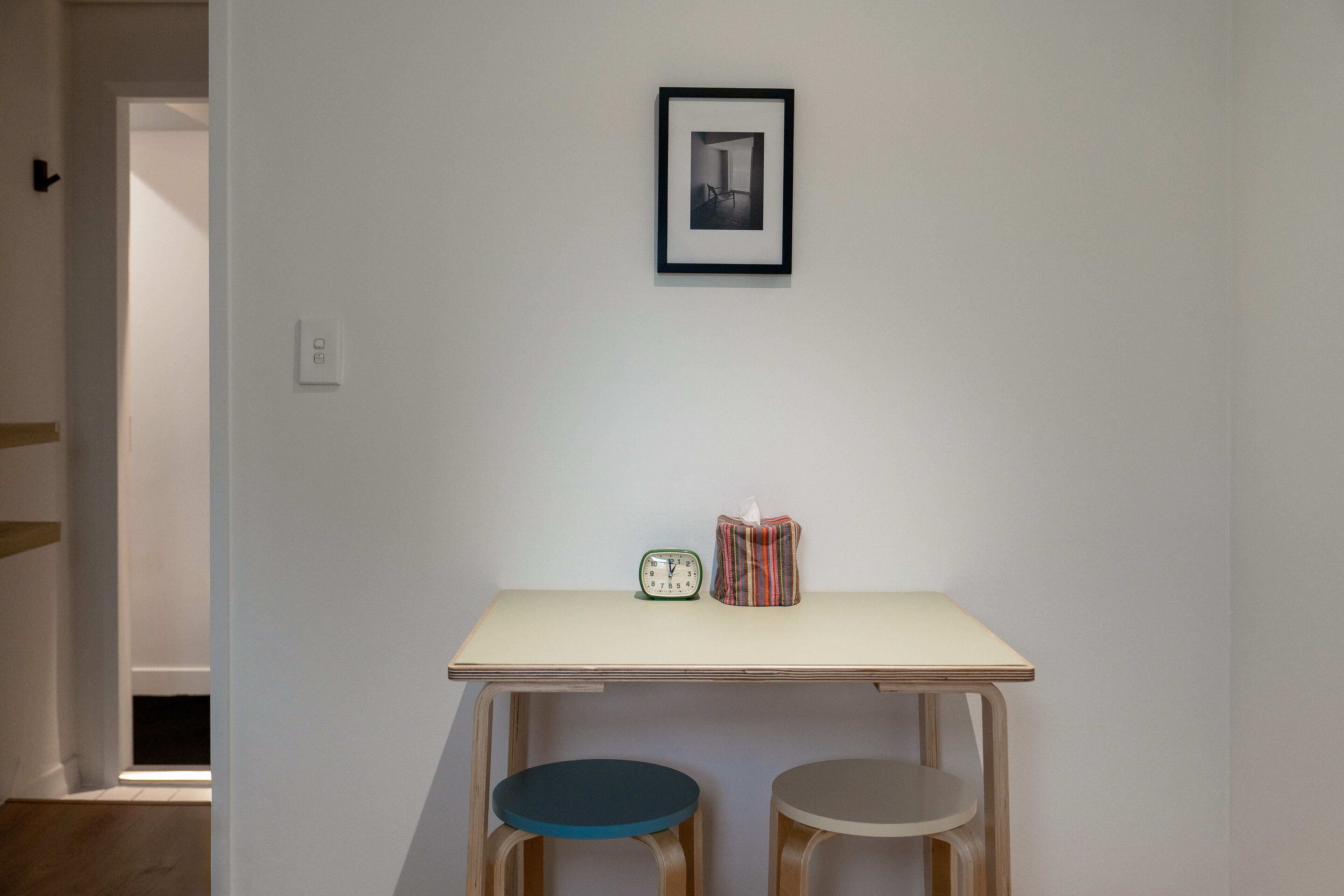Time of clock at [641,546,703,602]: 12:59
